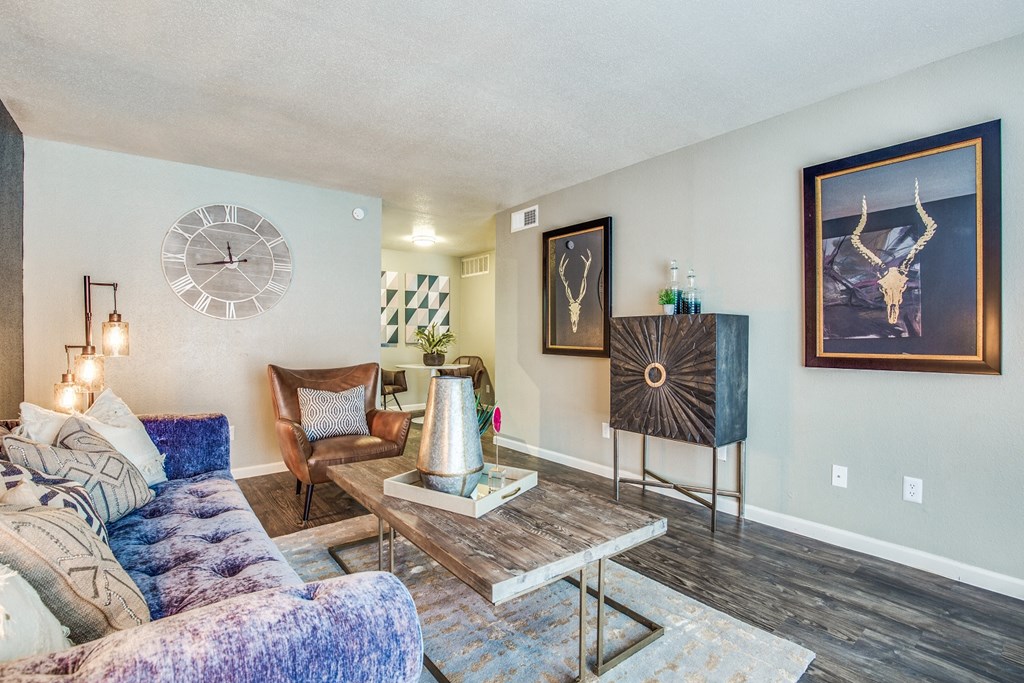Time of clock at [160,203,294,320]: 11:43
